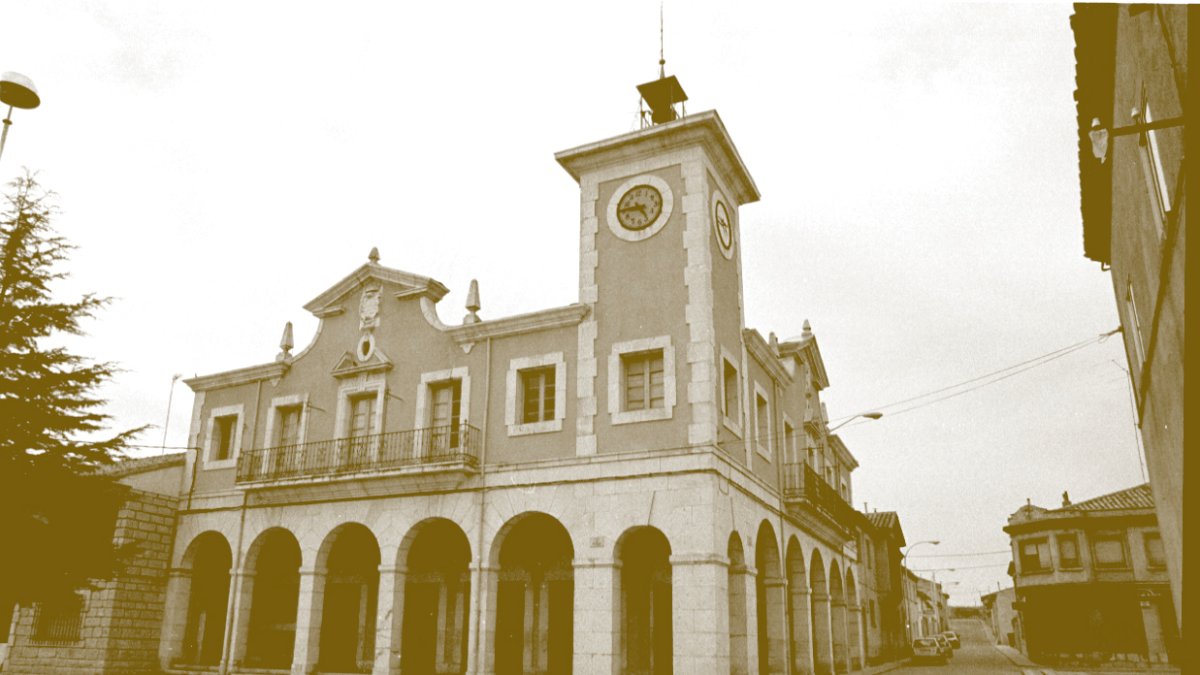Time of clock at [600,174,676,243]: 4:45
